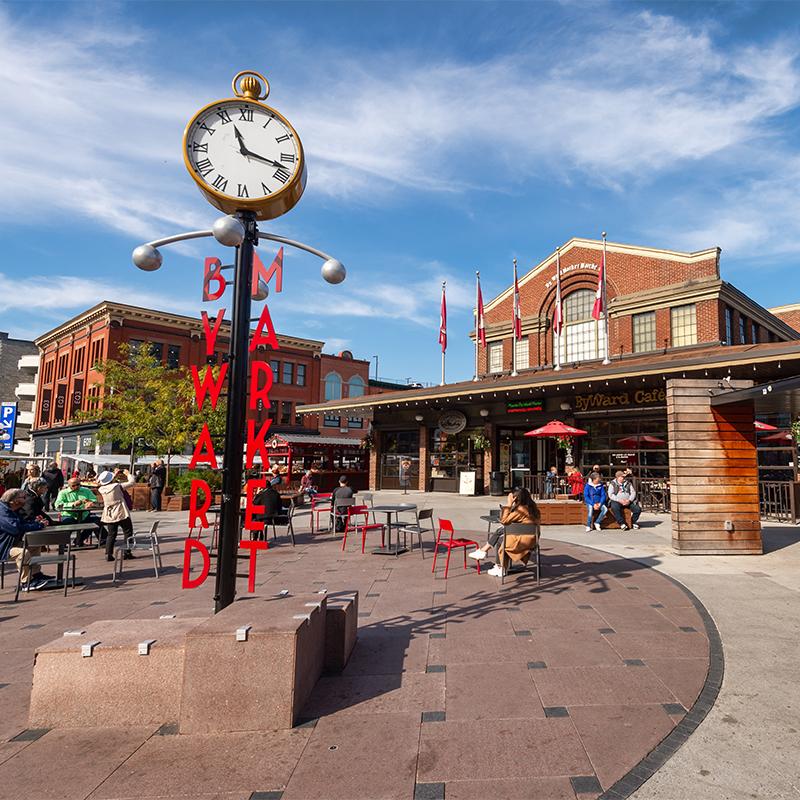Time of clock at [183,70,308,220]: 11:17
